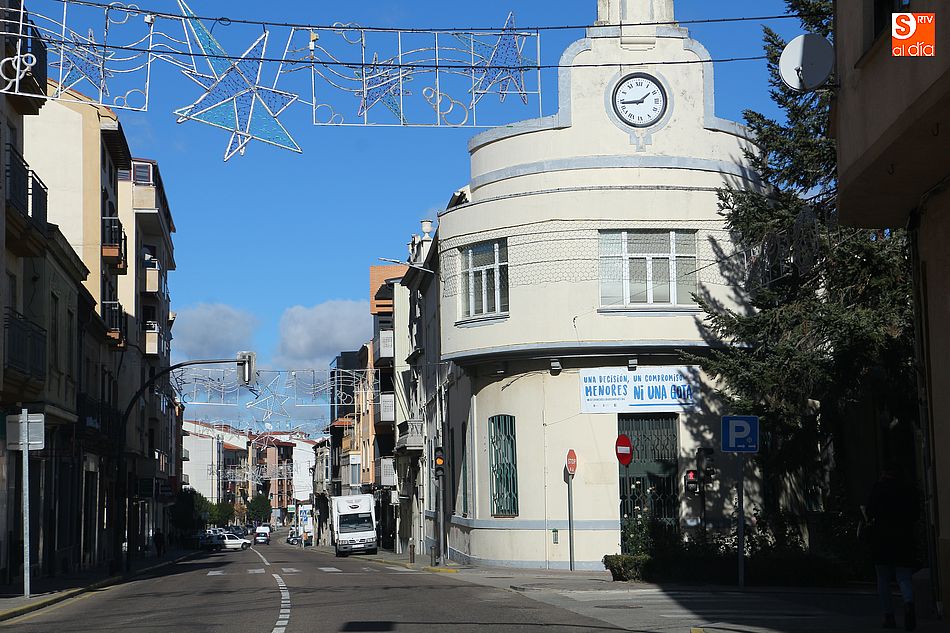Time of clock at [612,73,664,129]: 1:43
